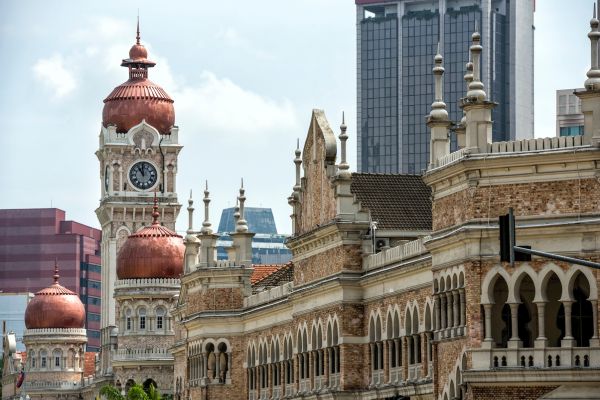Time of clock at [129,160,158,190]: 10:59
